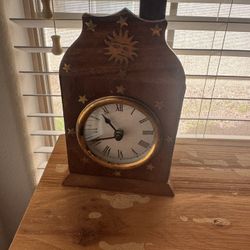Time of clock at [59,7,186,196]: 10:41
